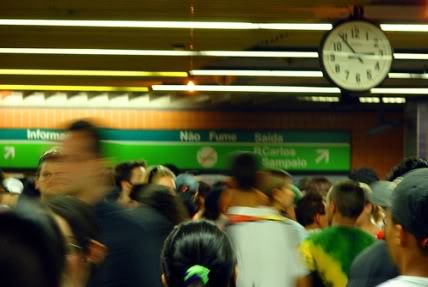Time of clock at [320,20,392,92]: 2:53
